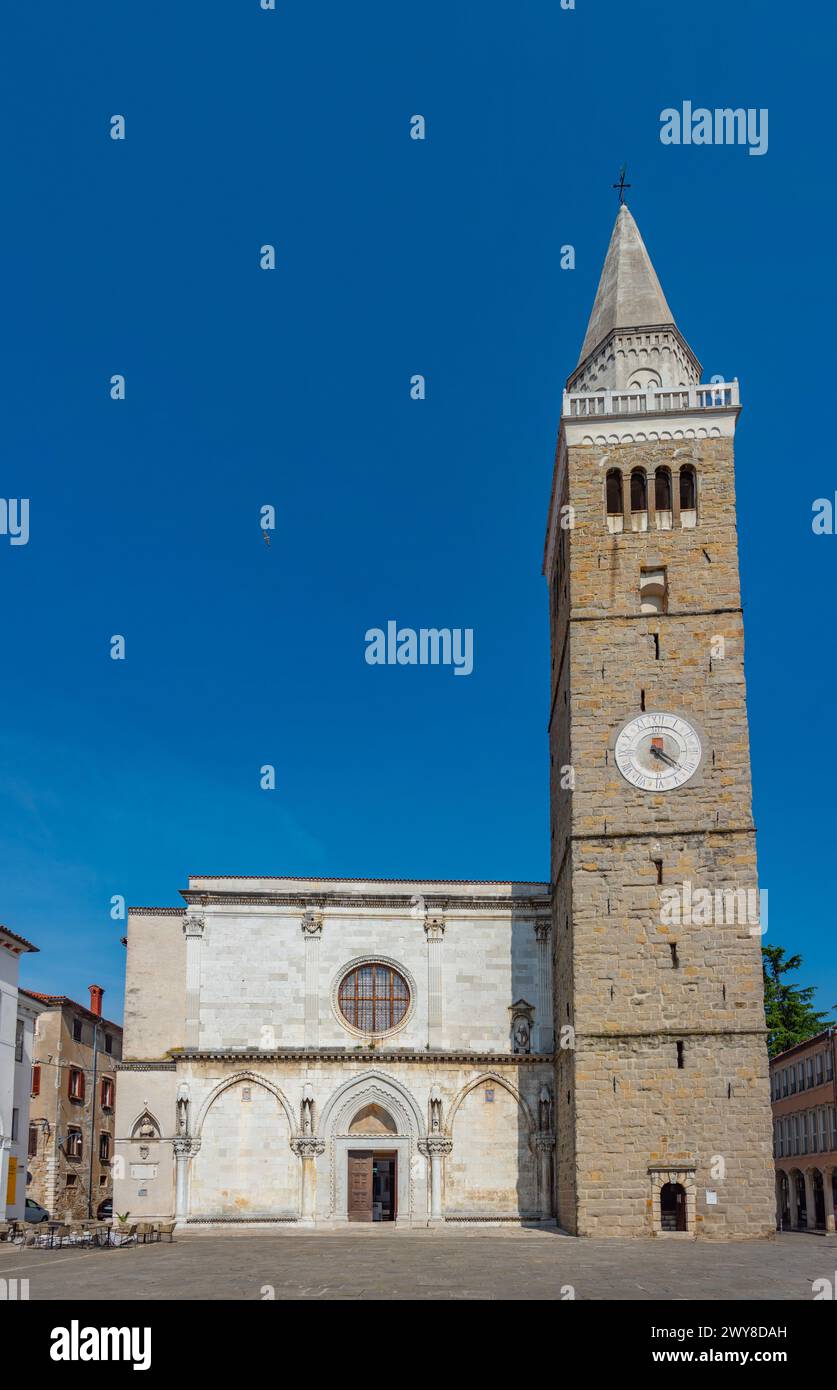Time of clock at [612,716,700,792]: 4:21
